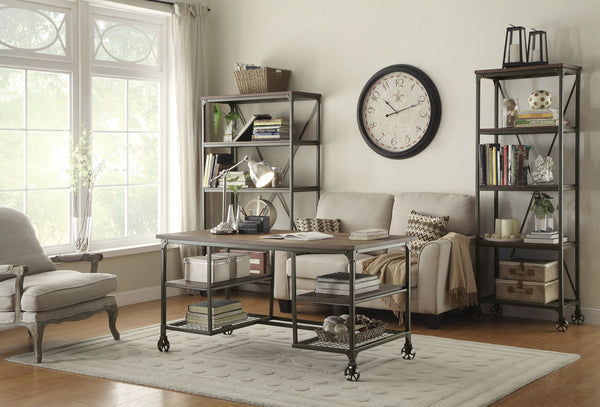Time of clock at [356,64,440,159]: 10:11
